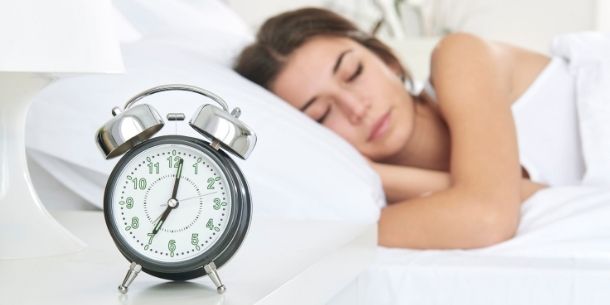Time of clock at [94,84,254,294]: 7:01
